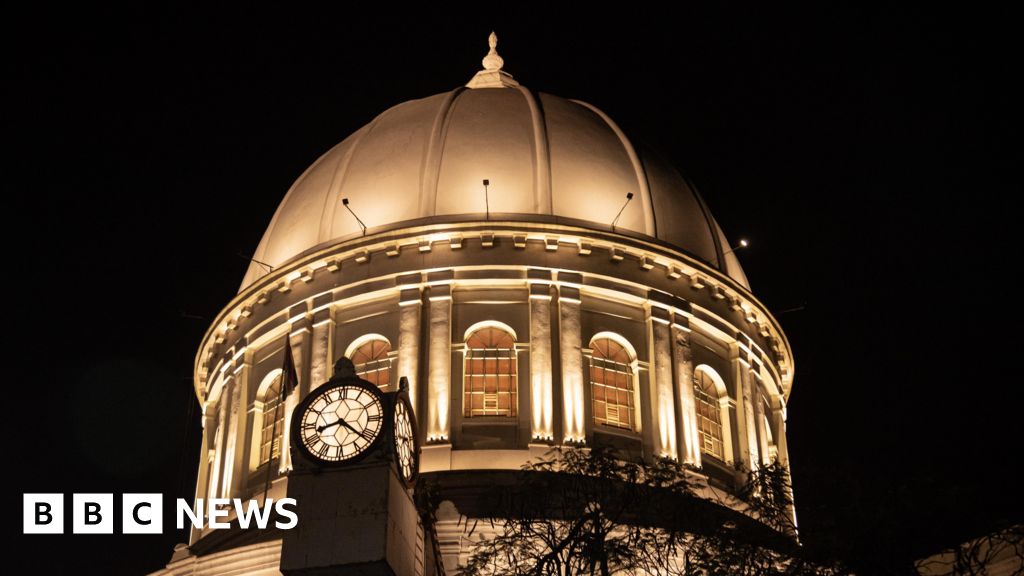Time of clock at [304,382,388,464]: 8:21
